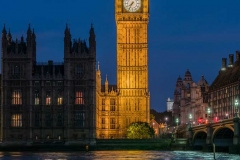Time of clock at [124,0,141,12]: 7:34
